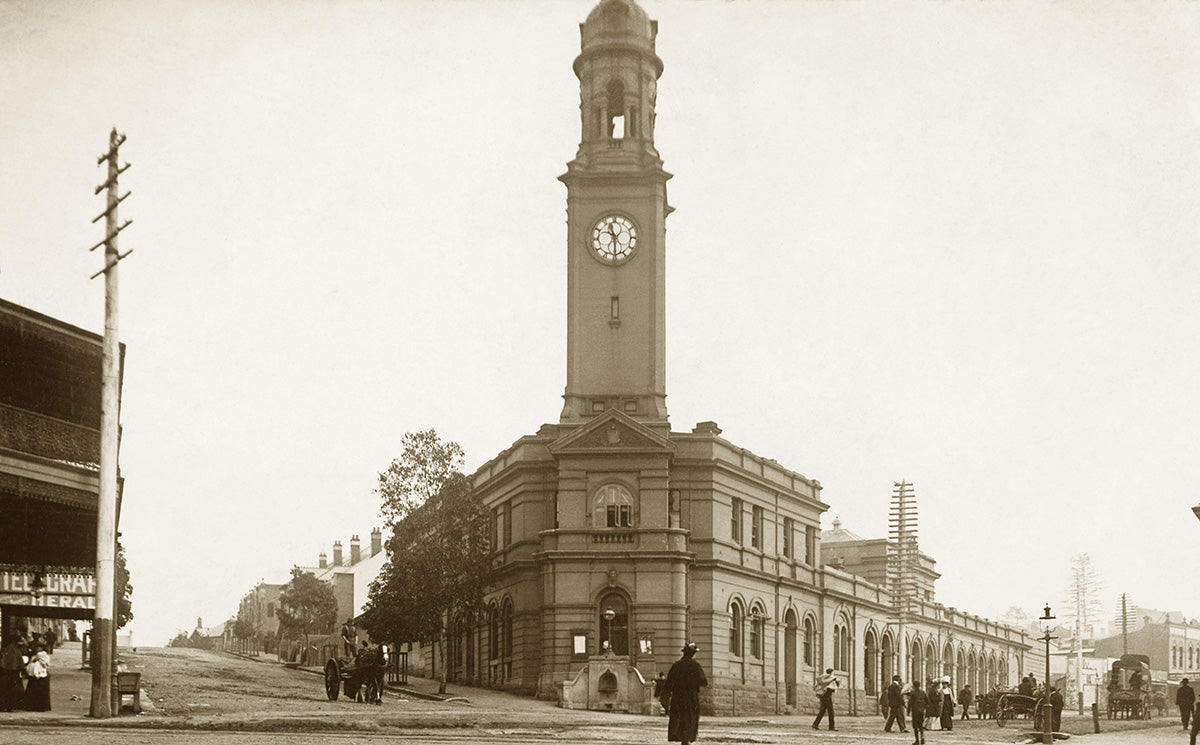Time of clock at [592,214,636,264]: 11:29
